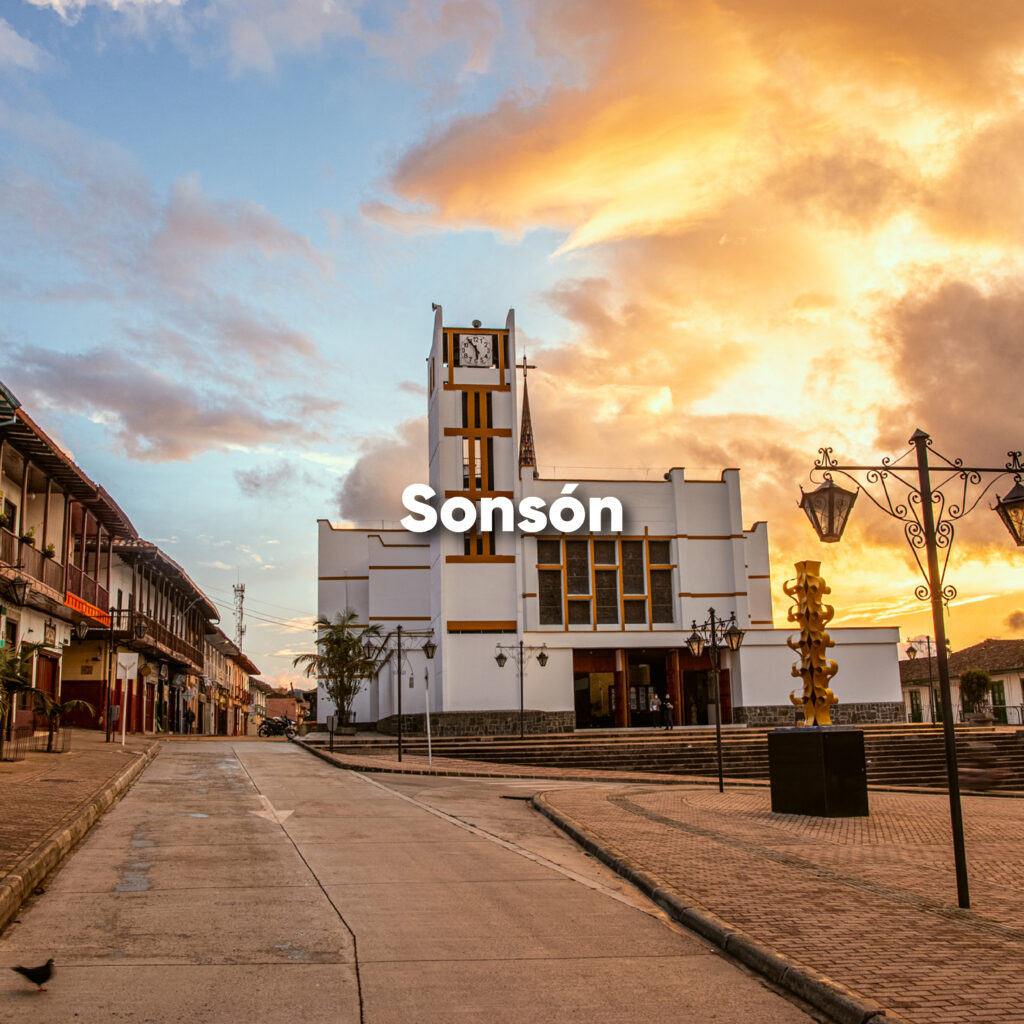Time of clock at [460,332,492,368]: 5:54
